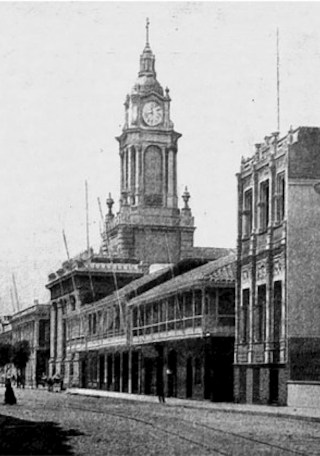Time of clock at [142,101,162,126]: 11:42
